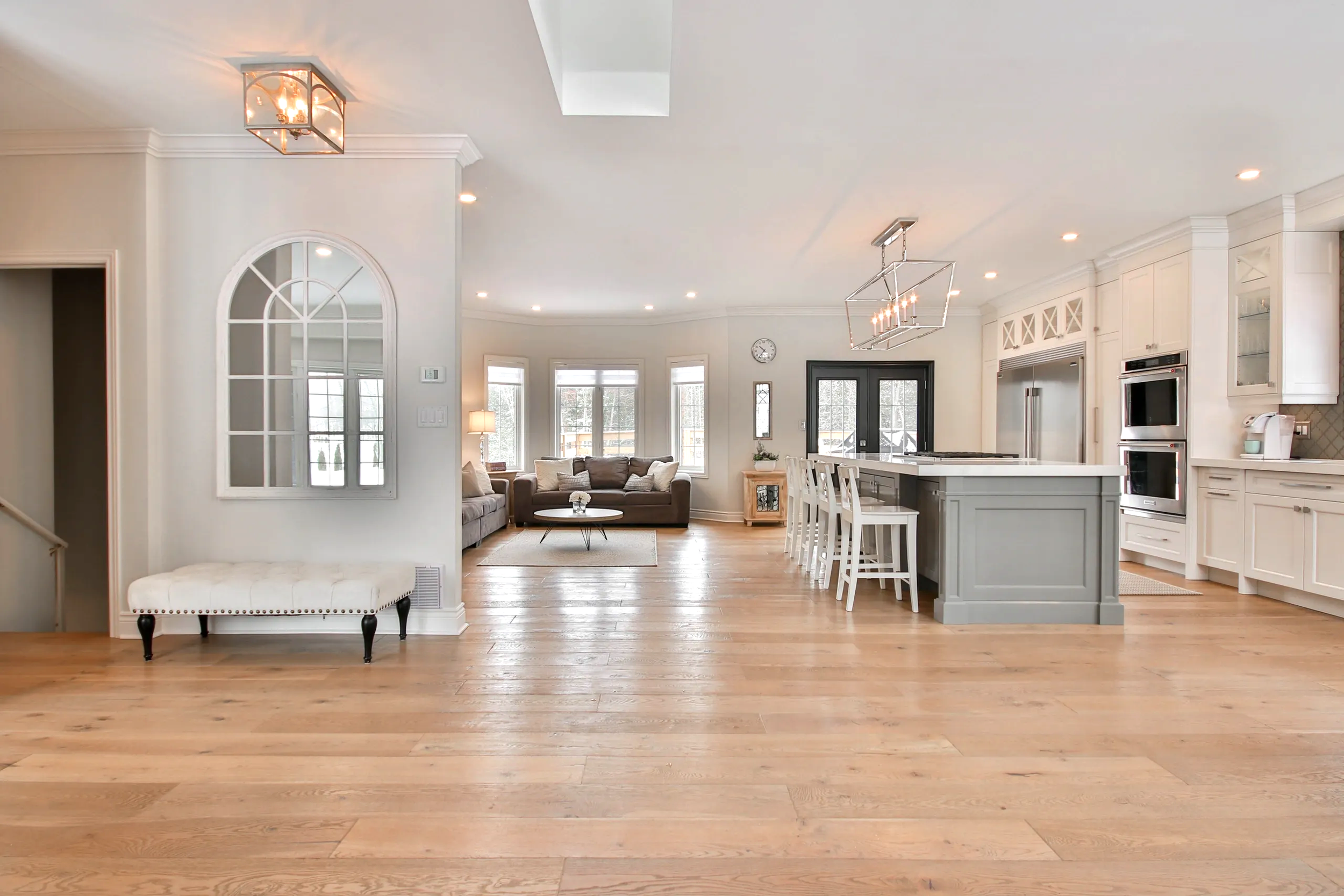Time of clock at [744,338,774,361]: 10:36
